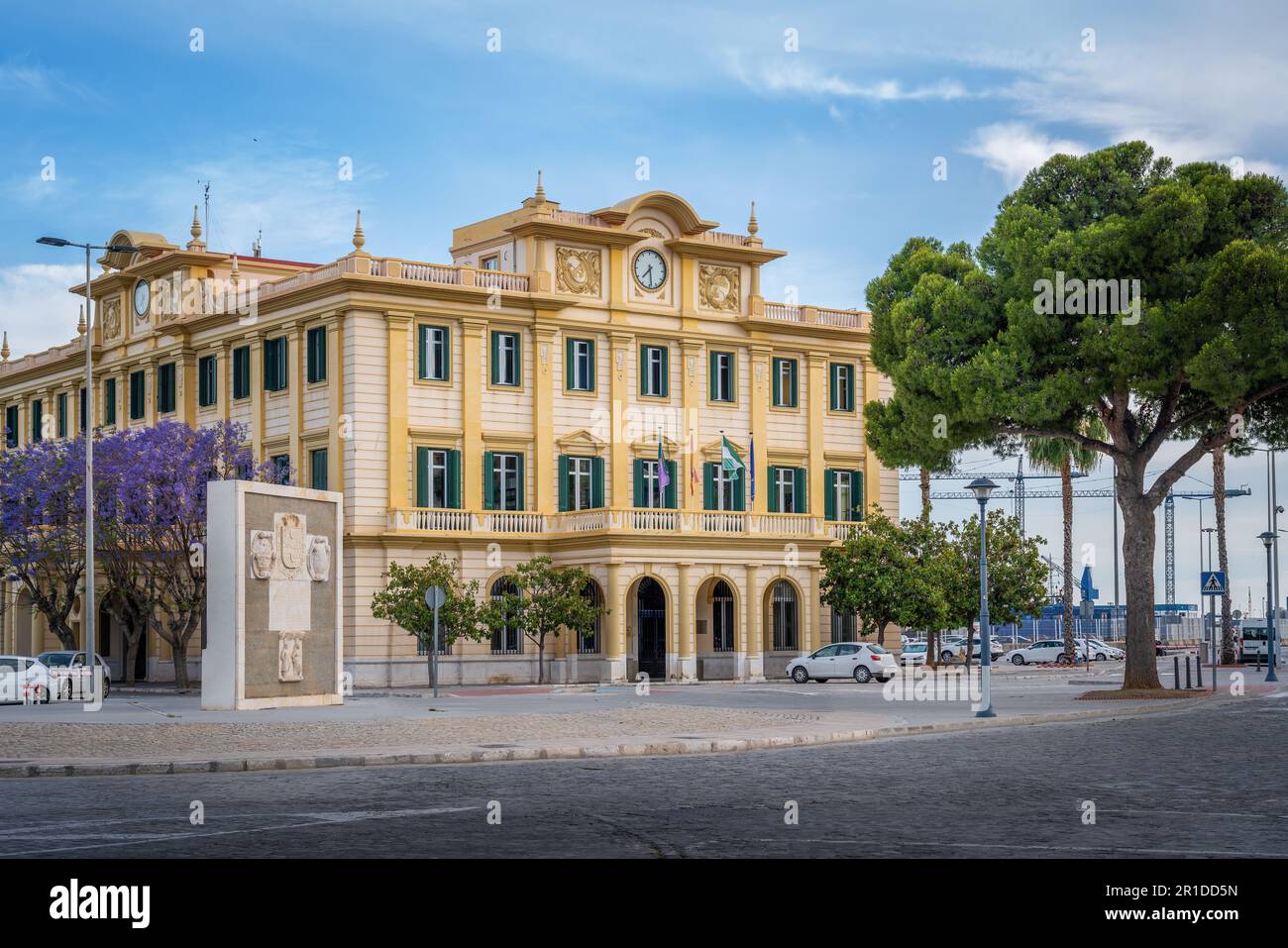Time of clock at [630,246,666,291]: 7:28
